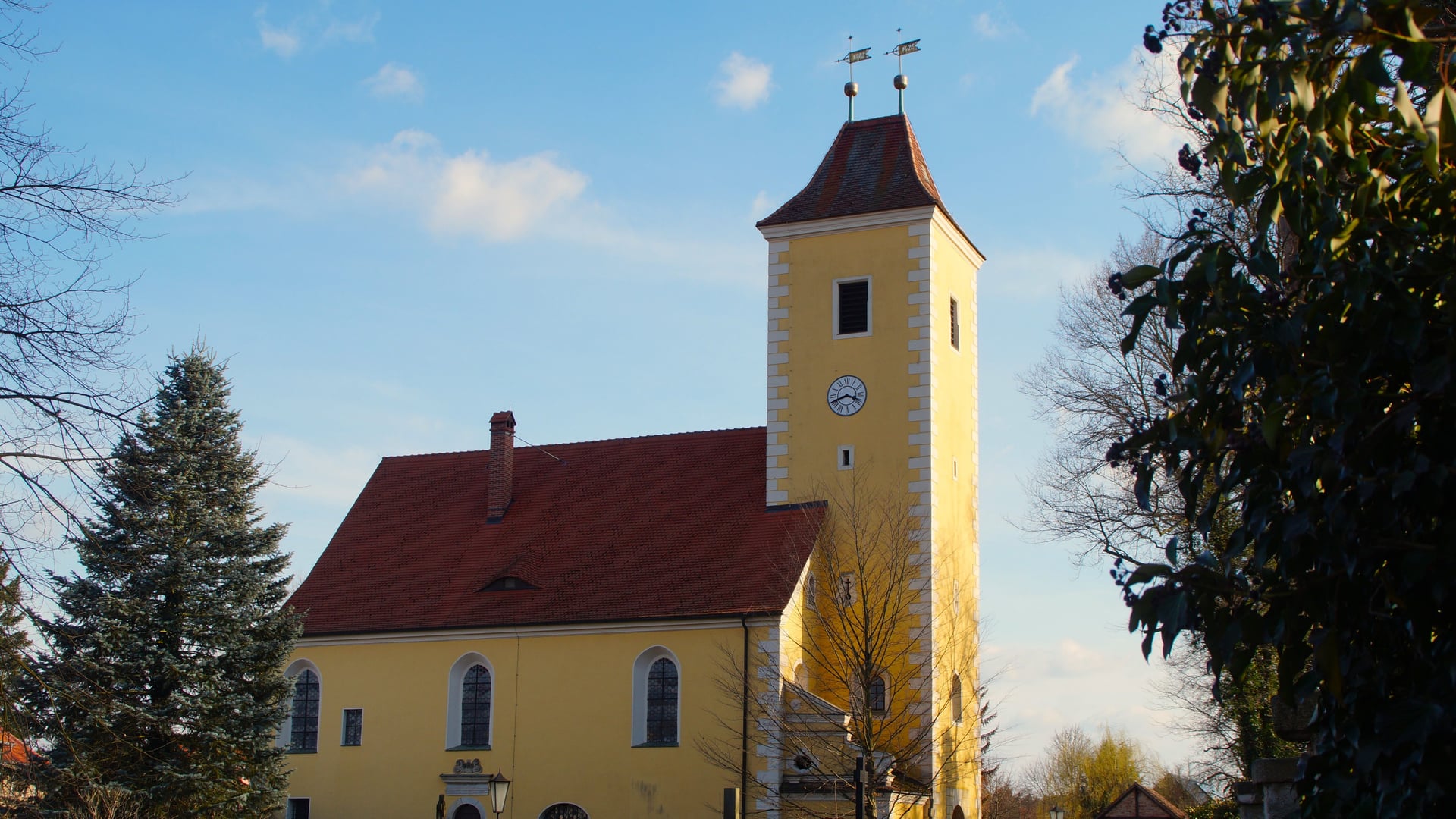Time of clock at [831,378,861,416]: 3:41
